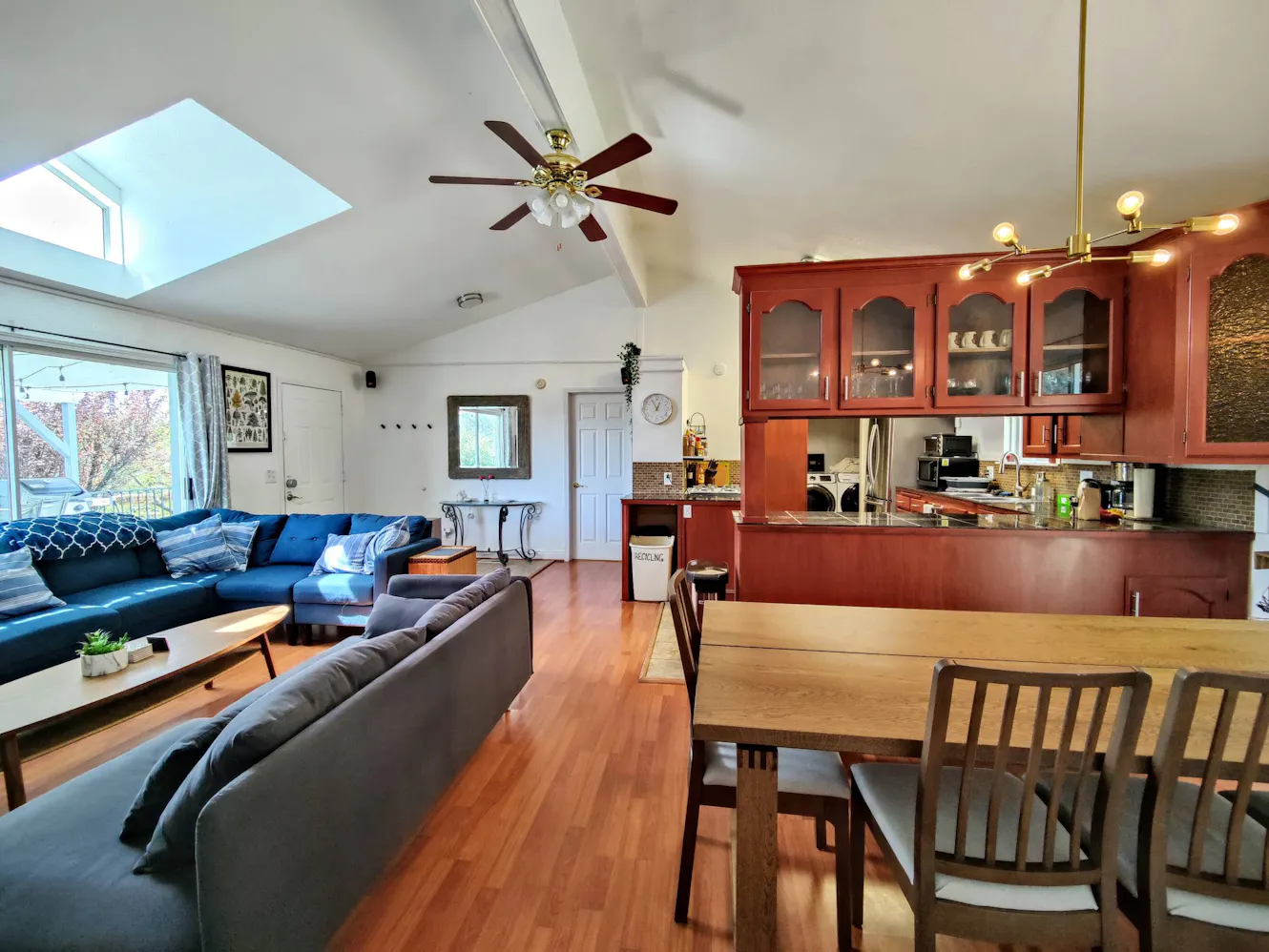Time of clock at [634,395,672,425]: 12:55
